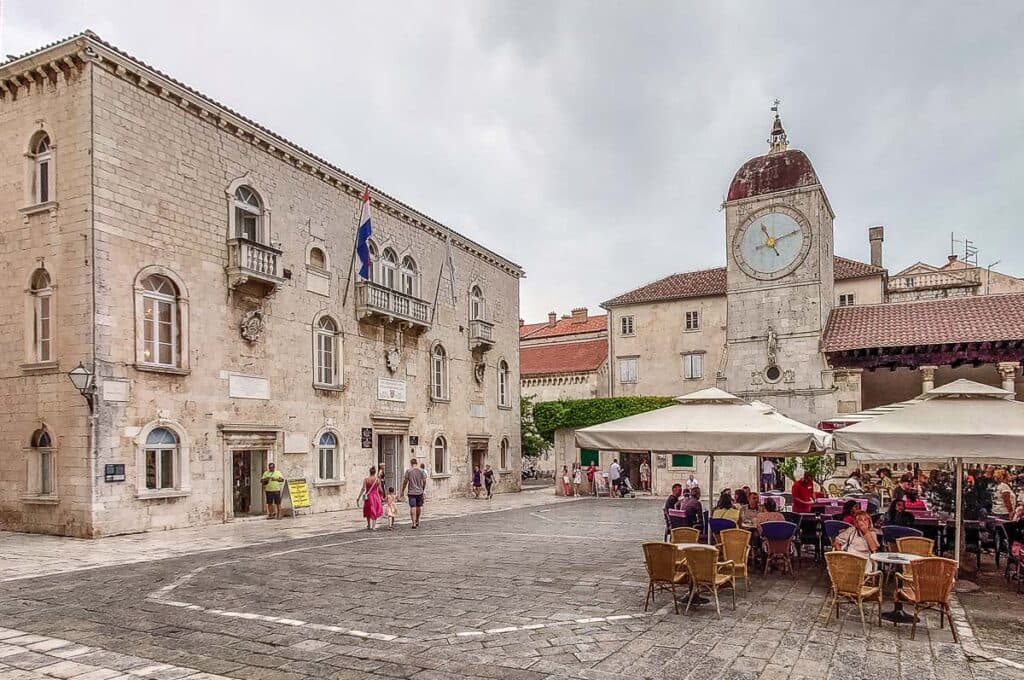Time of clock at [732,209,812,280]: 11:12
